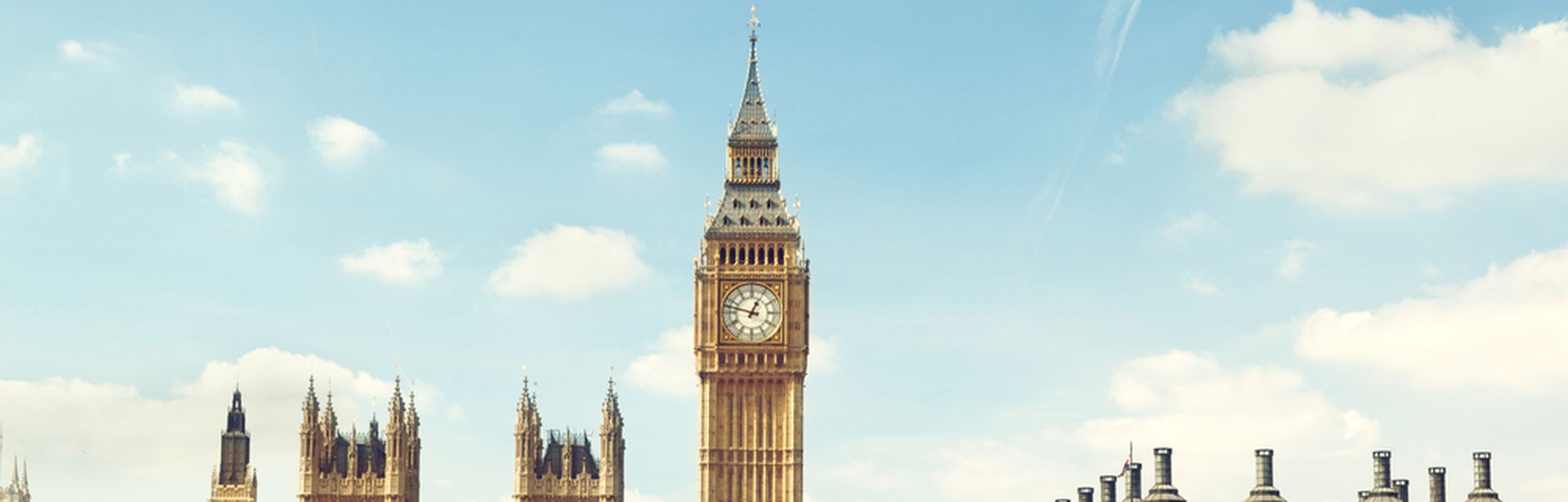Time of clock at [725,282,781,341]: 12:47
